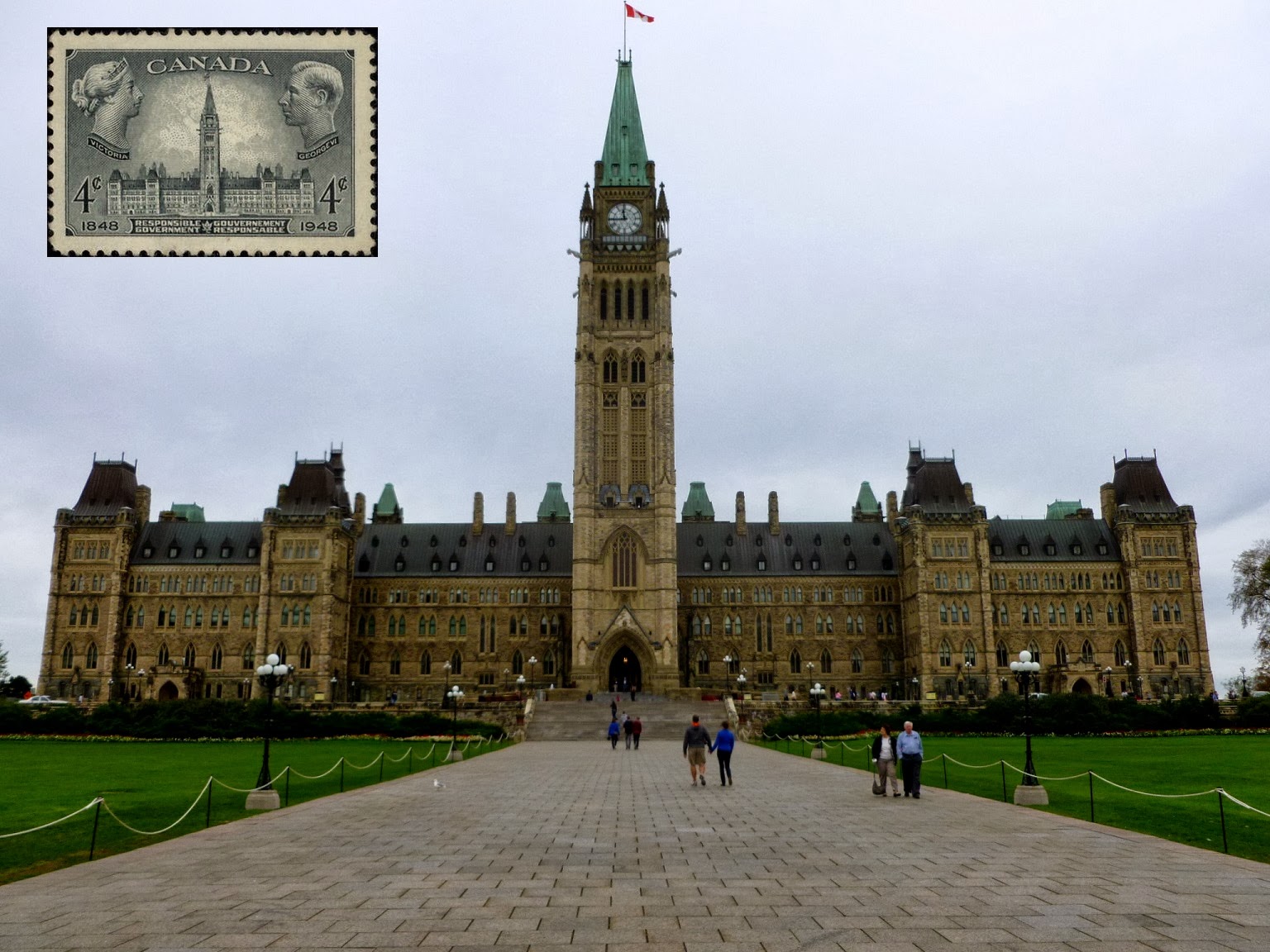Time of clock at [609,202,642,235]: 11:44
